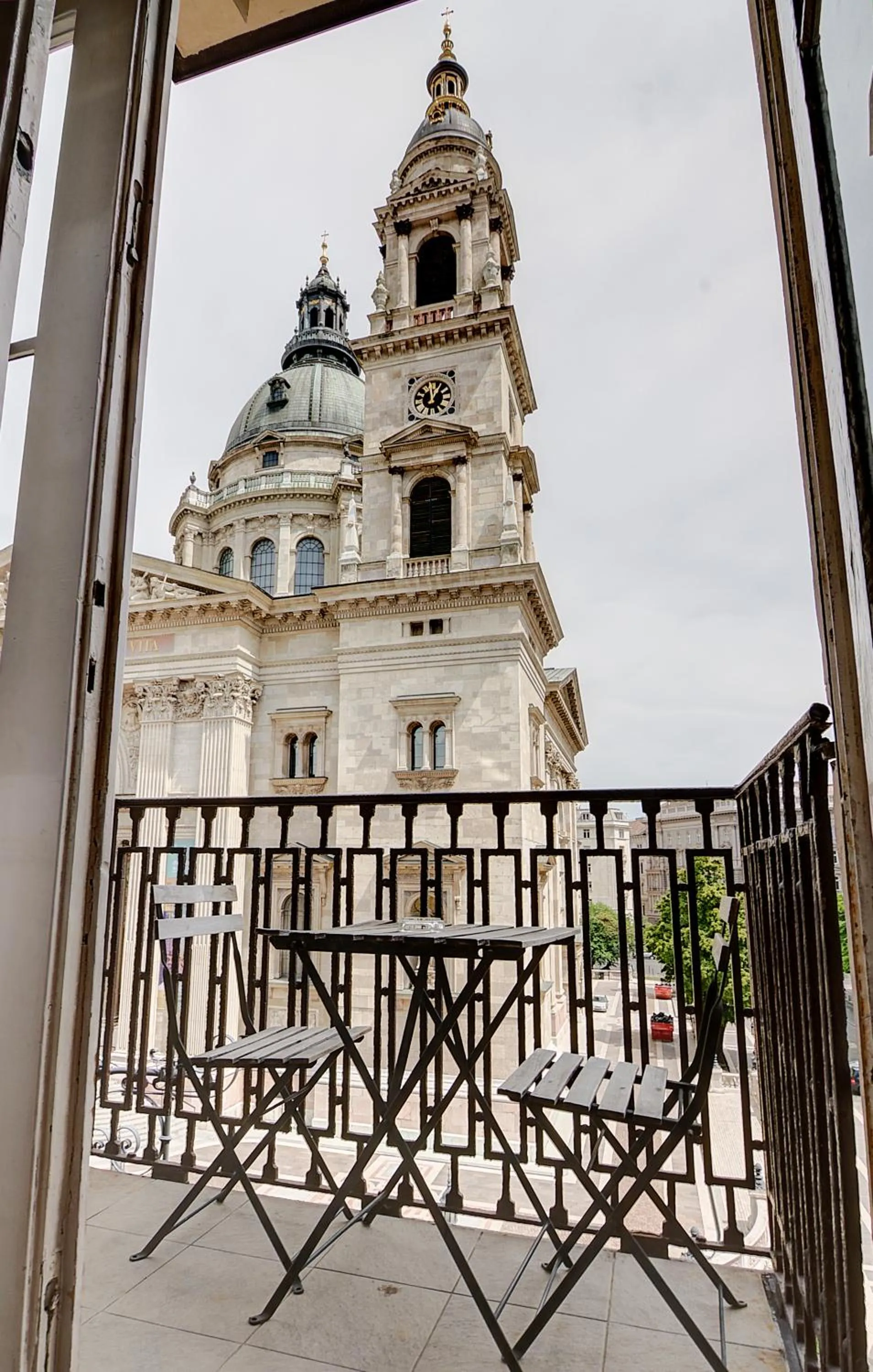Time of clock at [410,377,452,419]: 12:05
